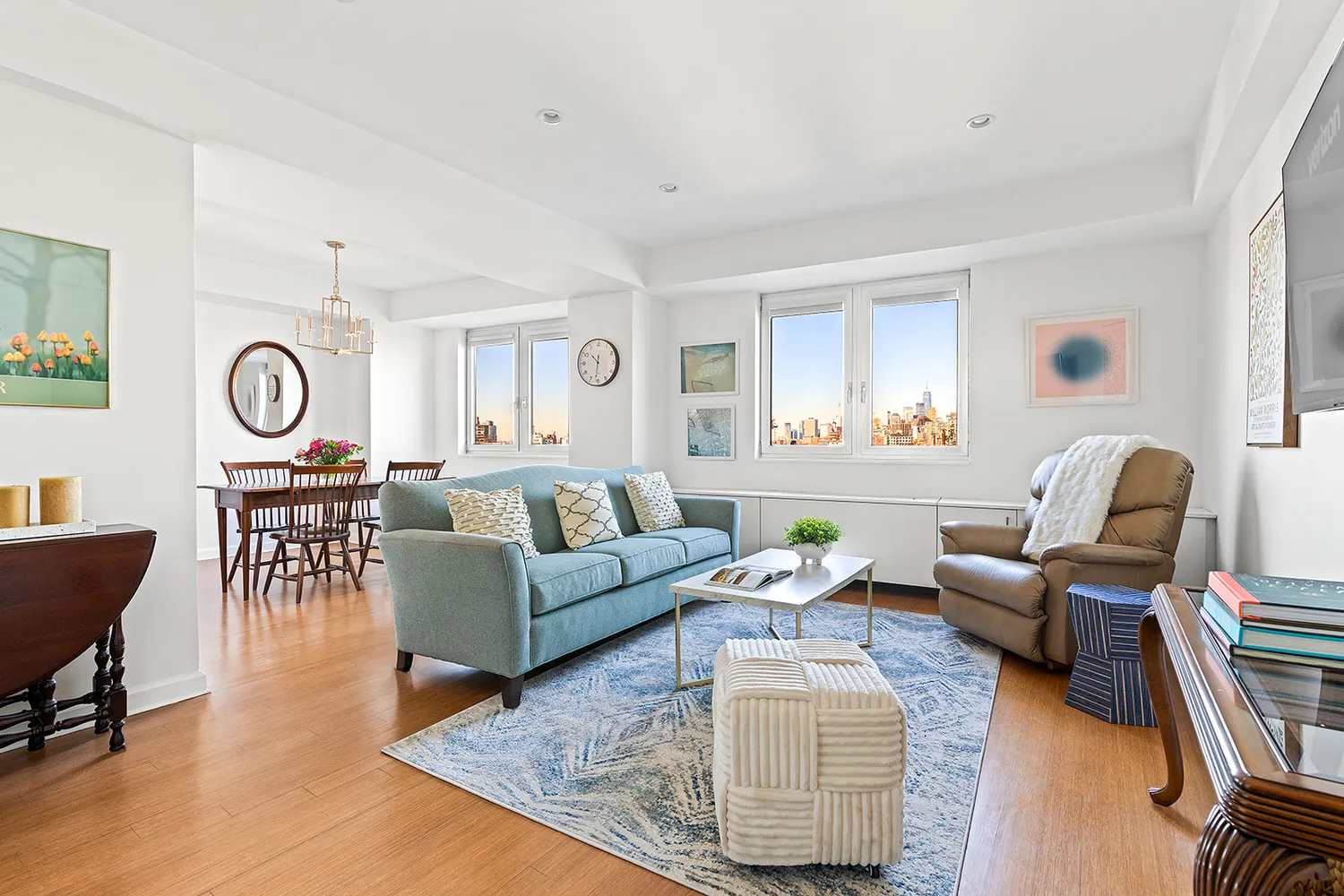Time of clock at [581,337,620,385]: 10:31
